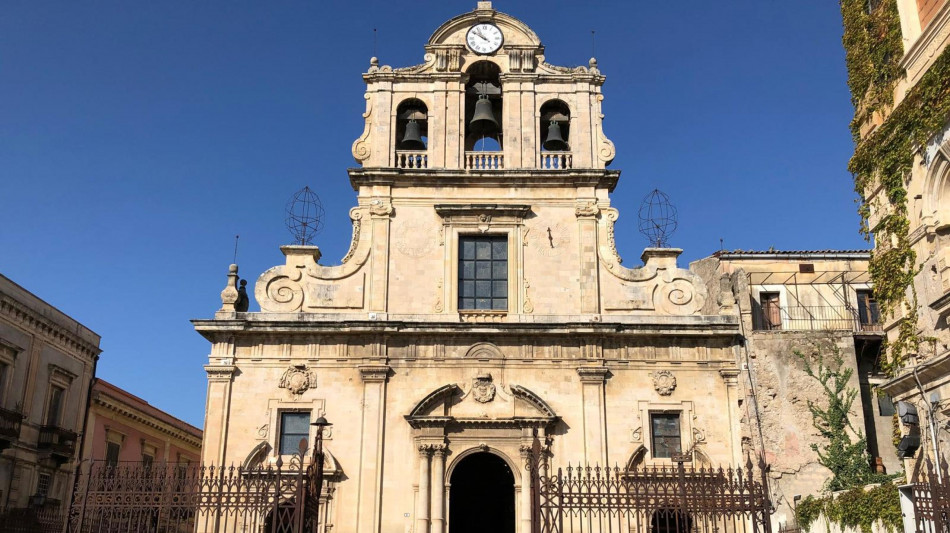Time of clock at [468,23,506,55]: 10:50
